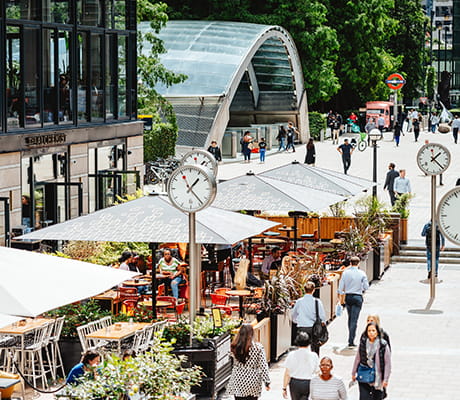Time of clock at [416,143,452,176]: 1:22
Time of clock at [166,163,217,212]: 1:23
